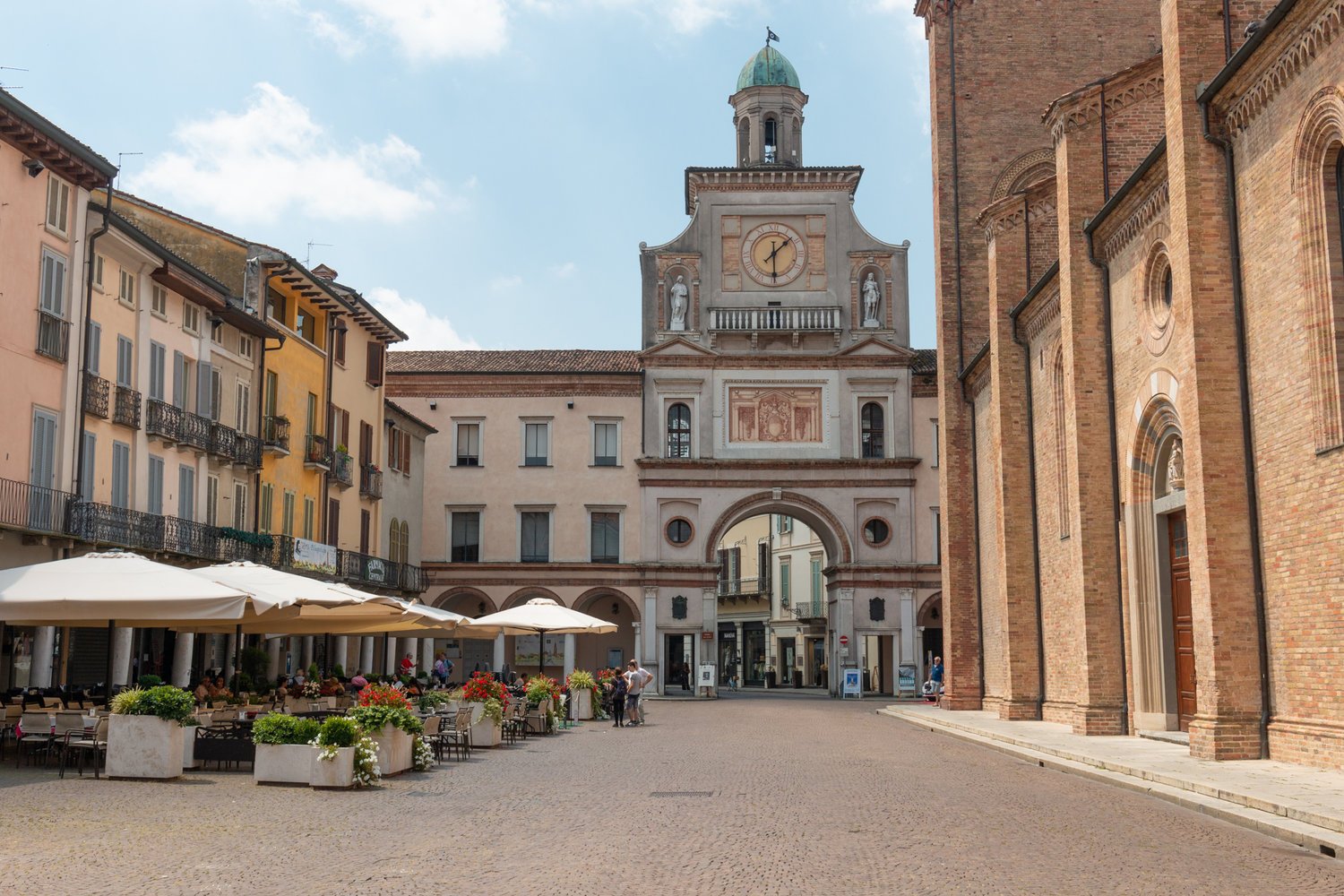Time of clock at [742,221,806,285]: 1:29
